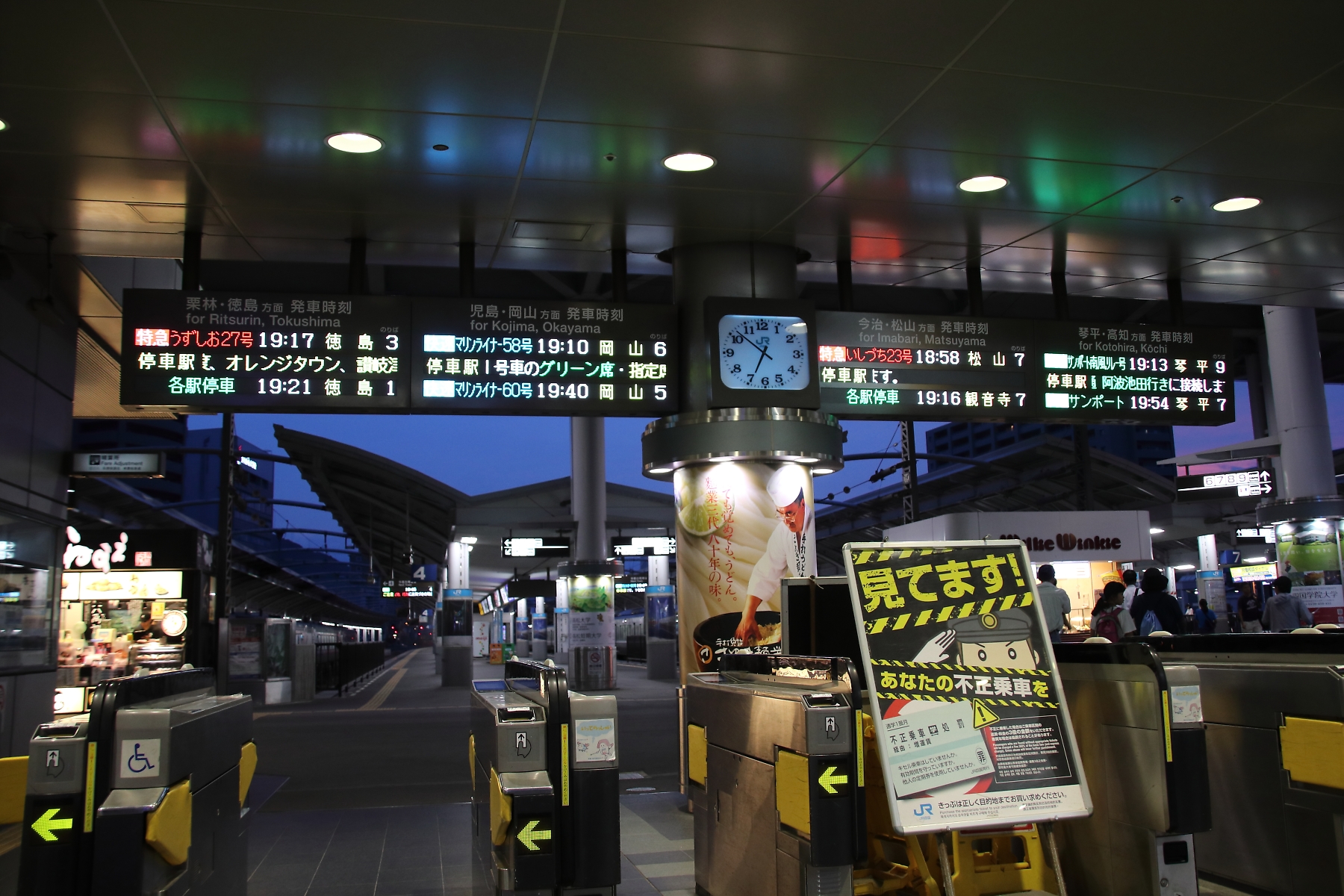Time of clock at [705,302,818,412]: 6:51
